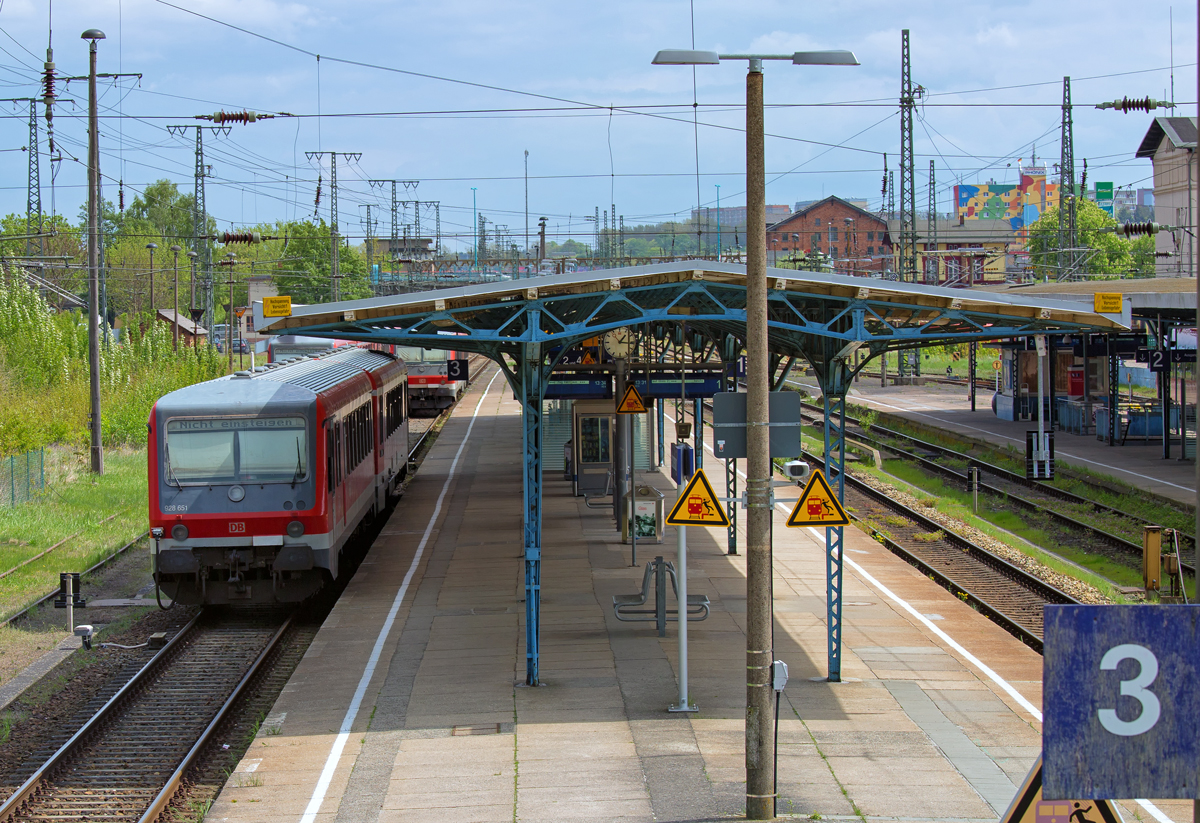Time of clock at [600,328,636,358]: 1:16
